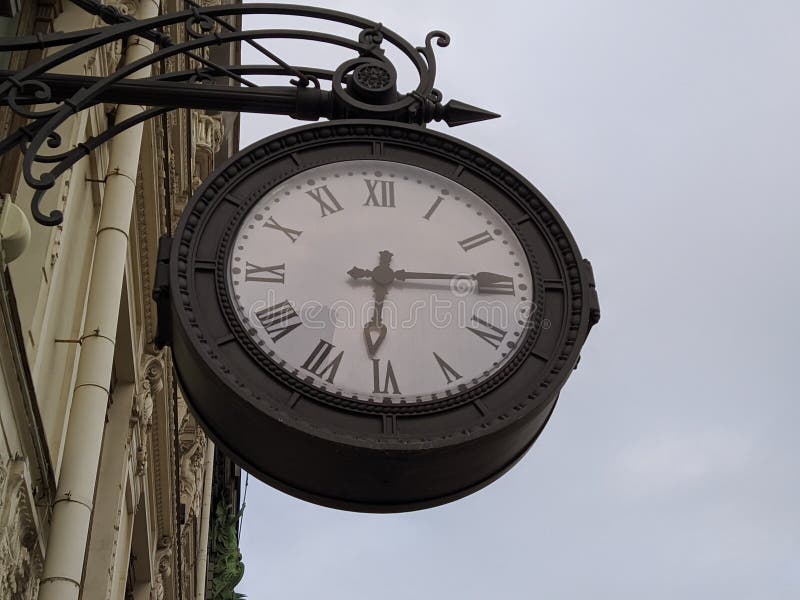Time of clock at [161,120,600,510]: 6:14
